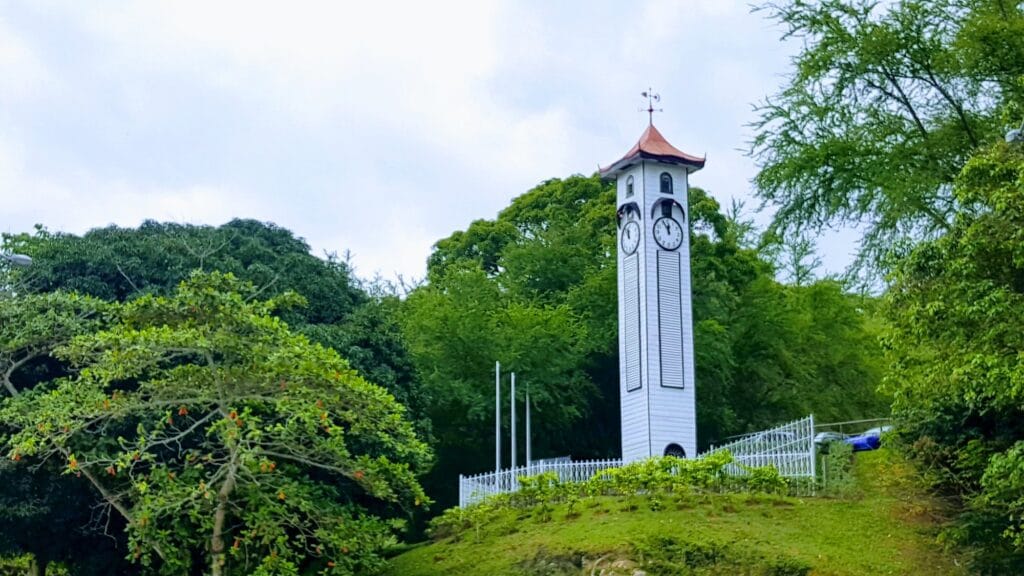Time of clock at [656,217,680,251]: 11:55
